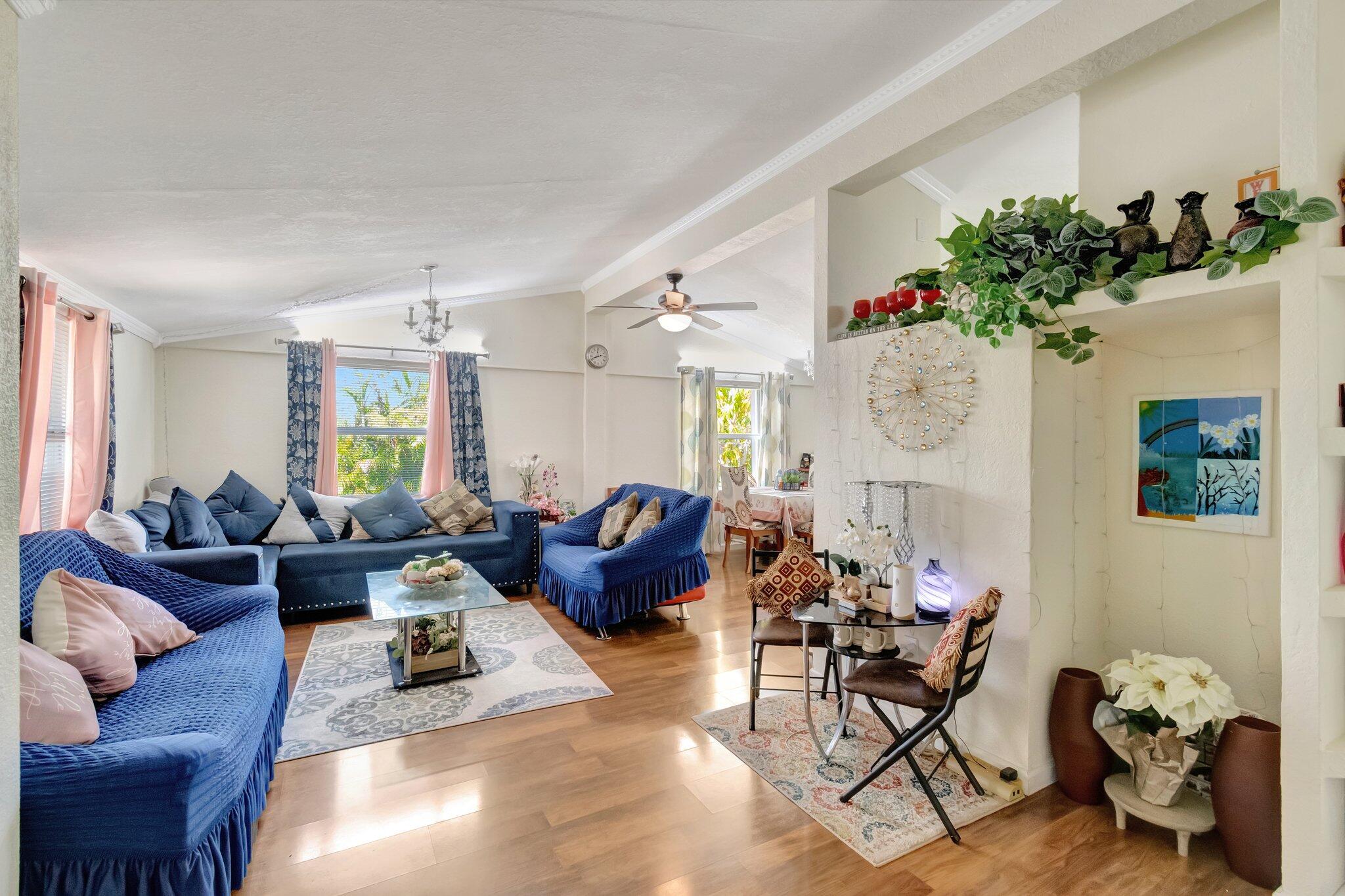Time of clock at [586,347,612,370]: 11:41
